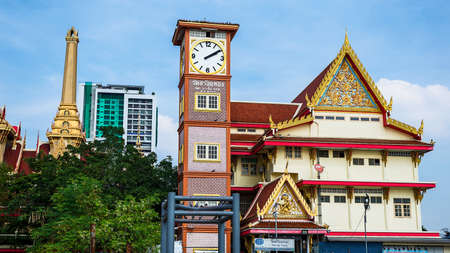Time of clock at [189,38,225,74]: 2:09
